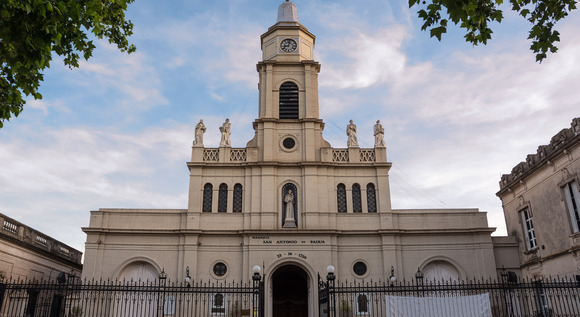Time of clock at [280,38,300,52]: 9:02
